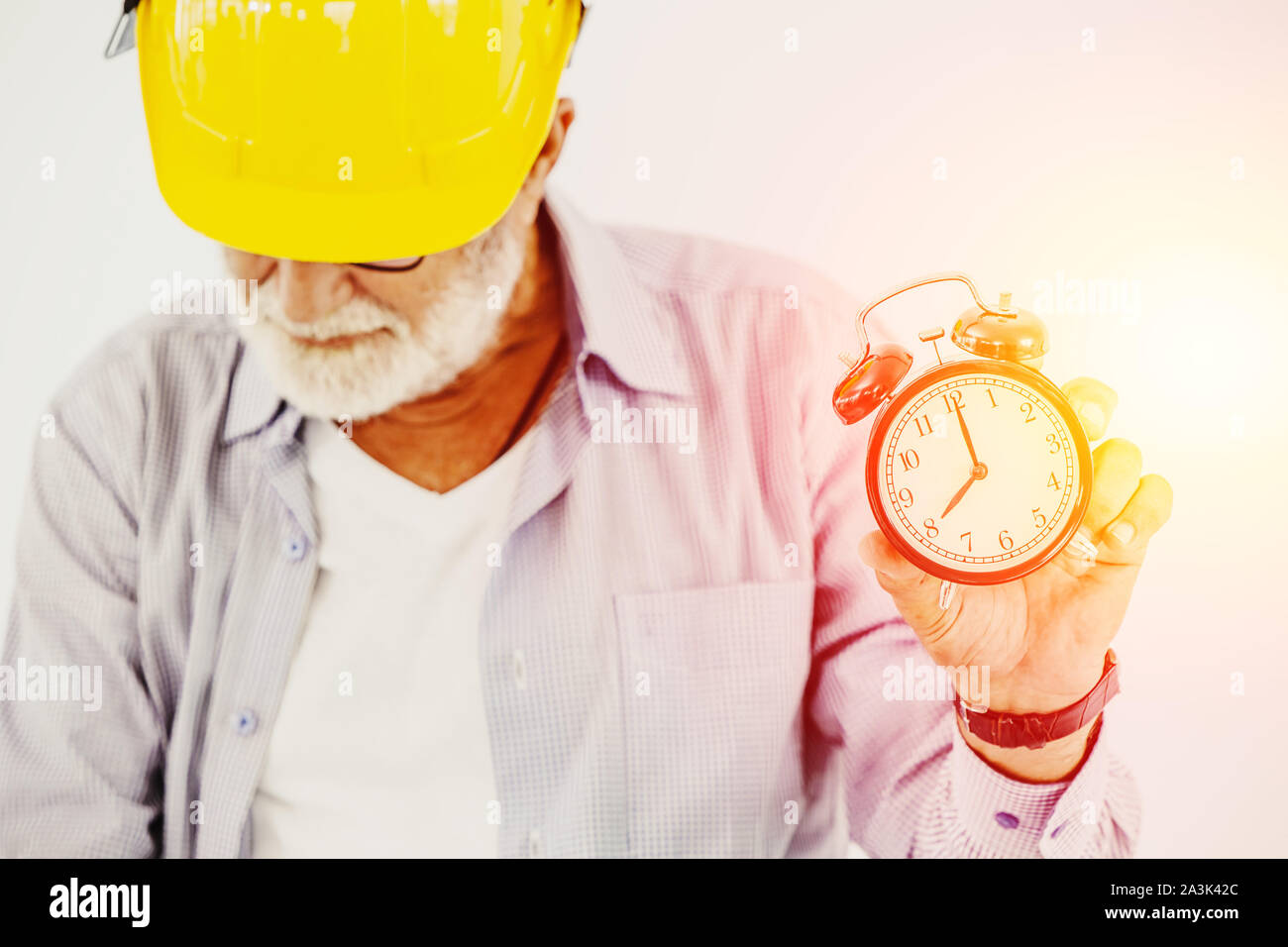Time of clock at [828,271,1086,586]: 8:00
